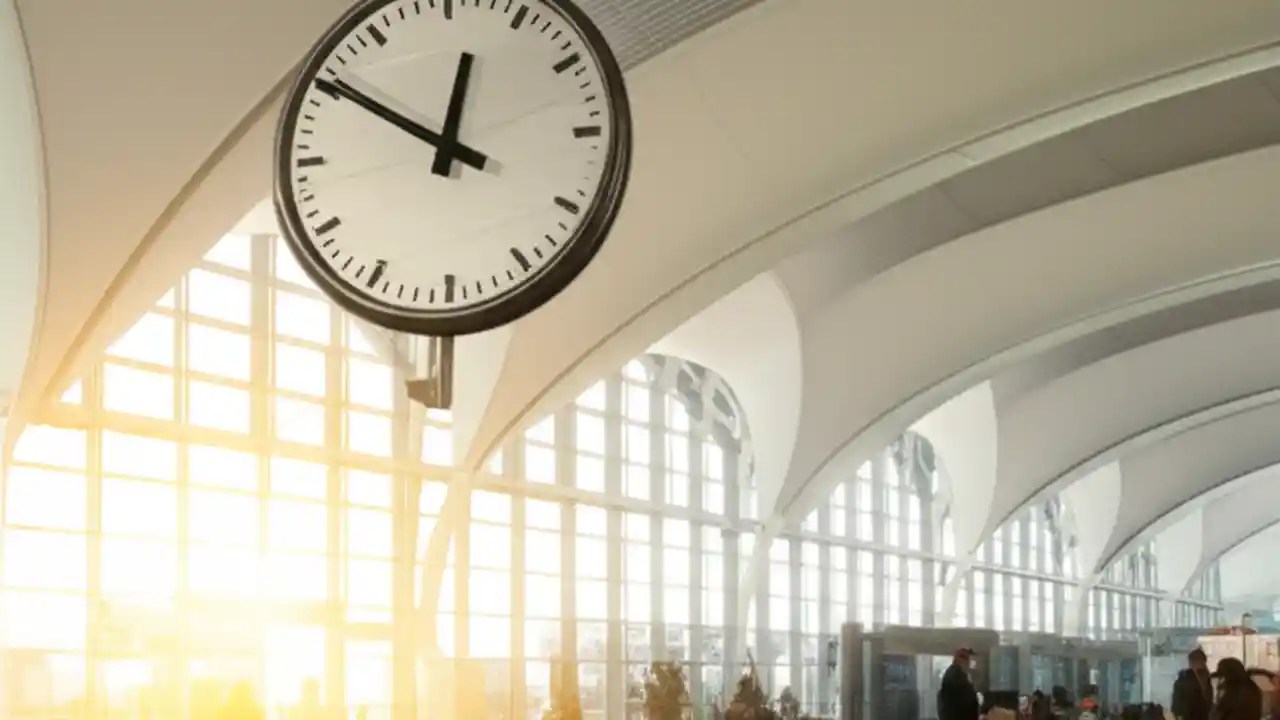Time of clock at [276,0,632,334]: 12:50
